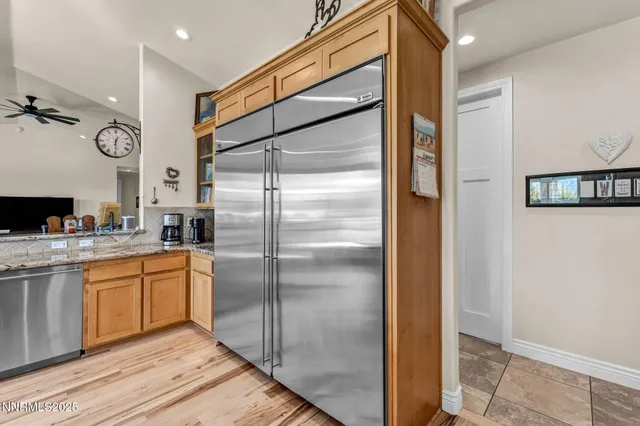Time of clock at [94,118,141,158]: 12:29
